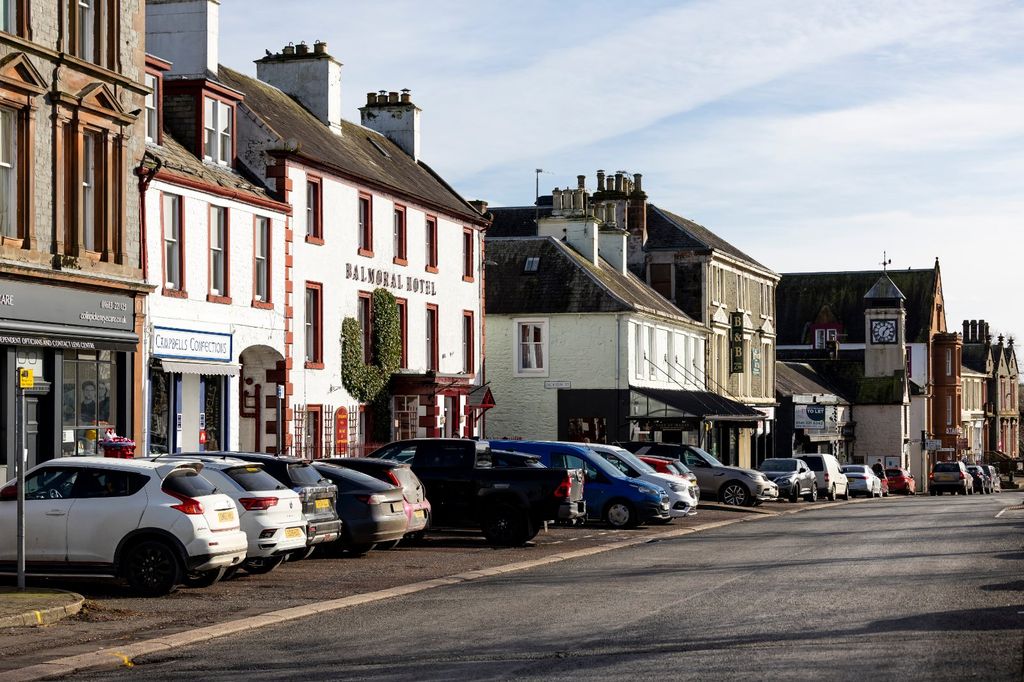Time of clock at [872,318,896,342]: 1:33
